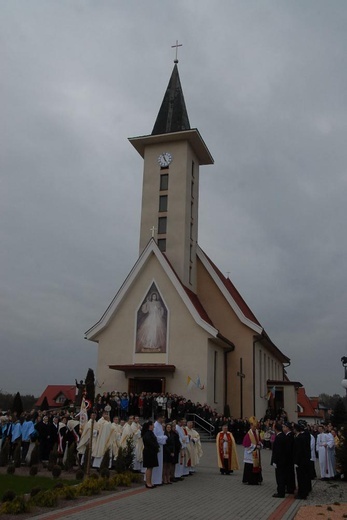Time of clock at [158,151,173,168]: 4:57
